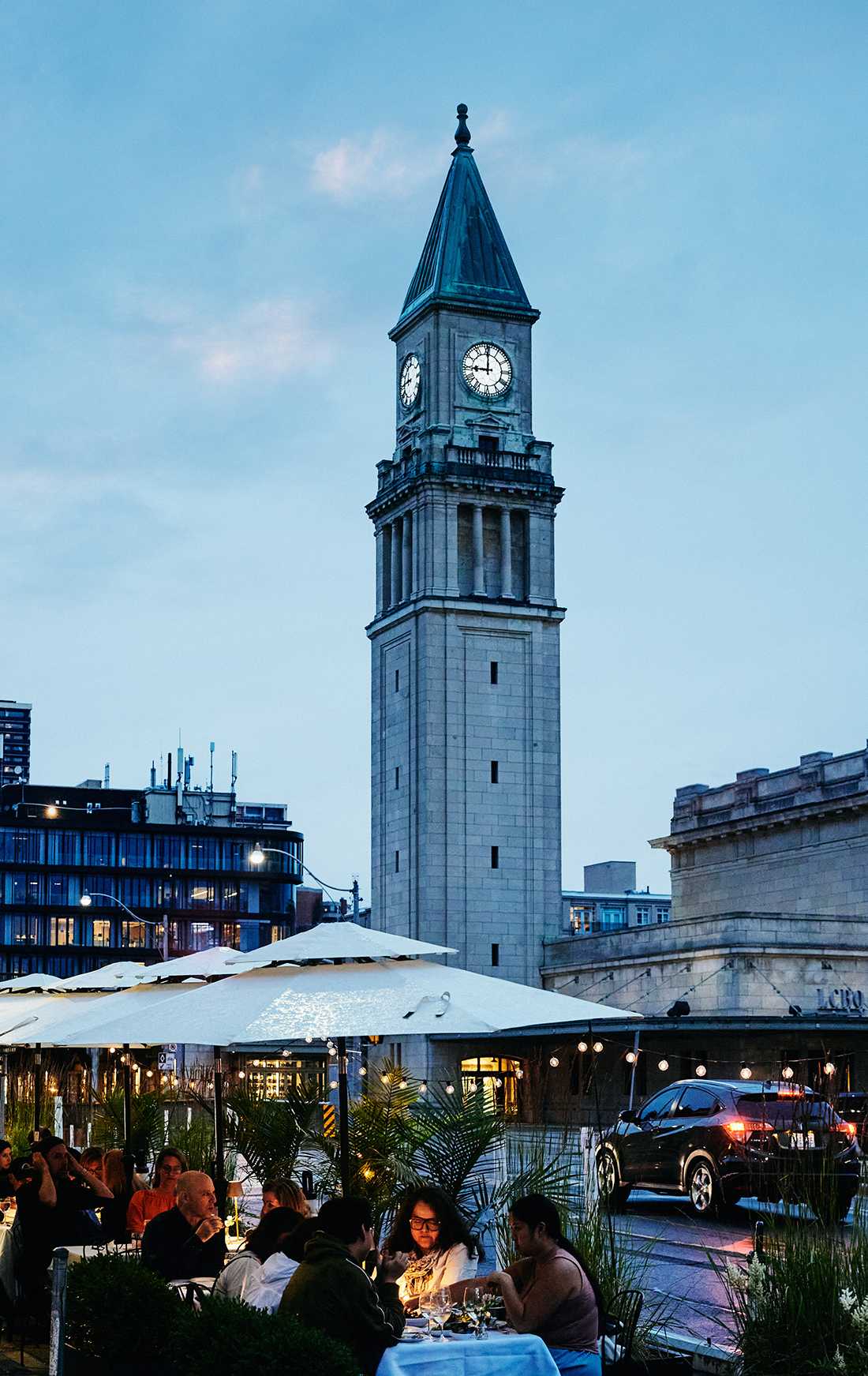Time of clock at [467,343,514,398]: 8:59
